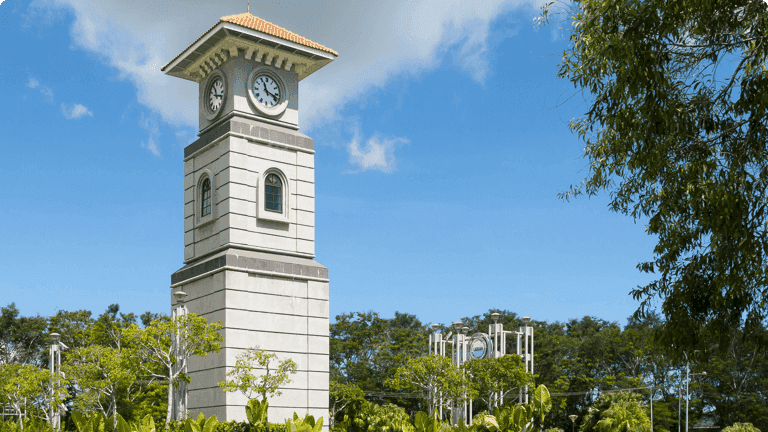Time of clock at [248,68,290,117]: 11:17
